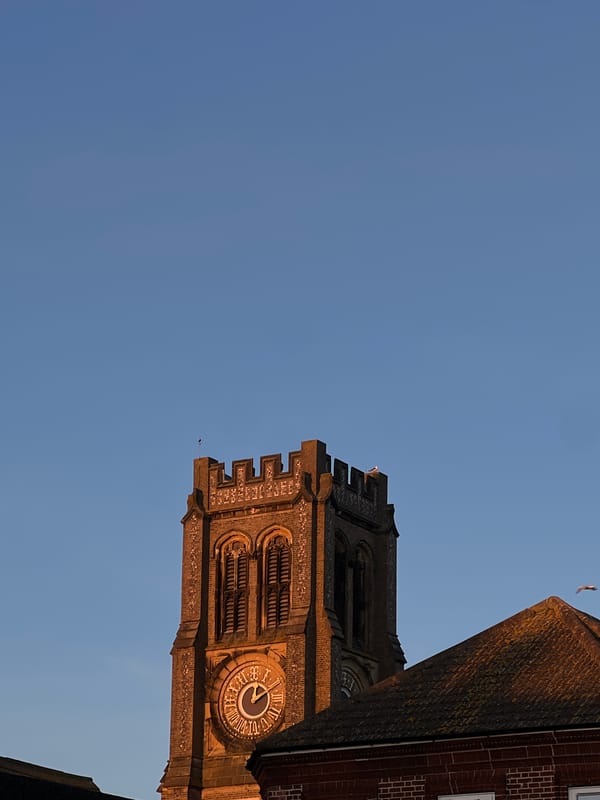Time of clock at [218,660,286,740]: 12:10
